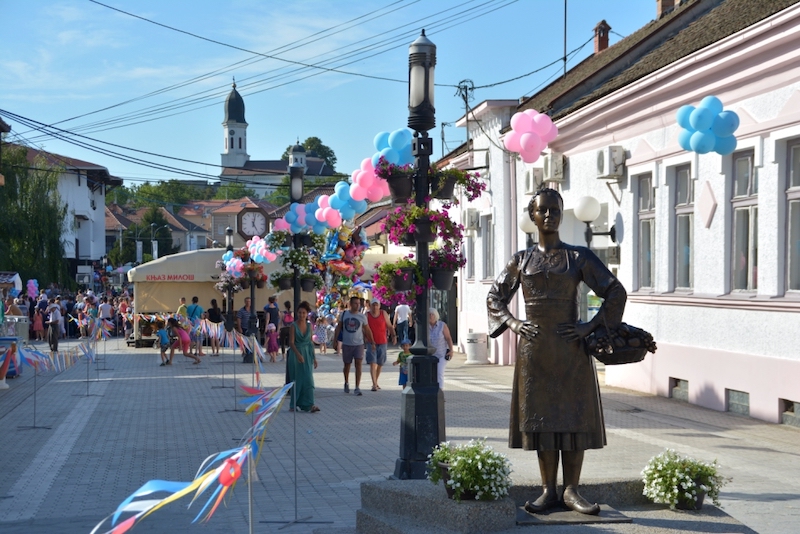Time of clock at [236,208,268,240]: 5:01
